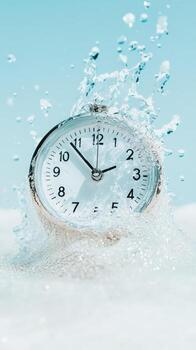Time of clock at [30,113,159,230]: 1:53
